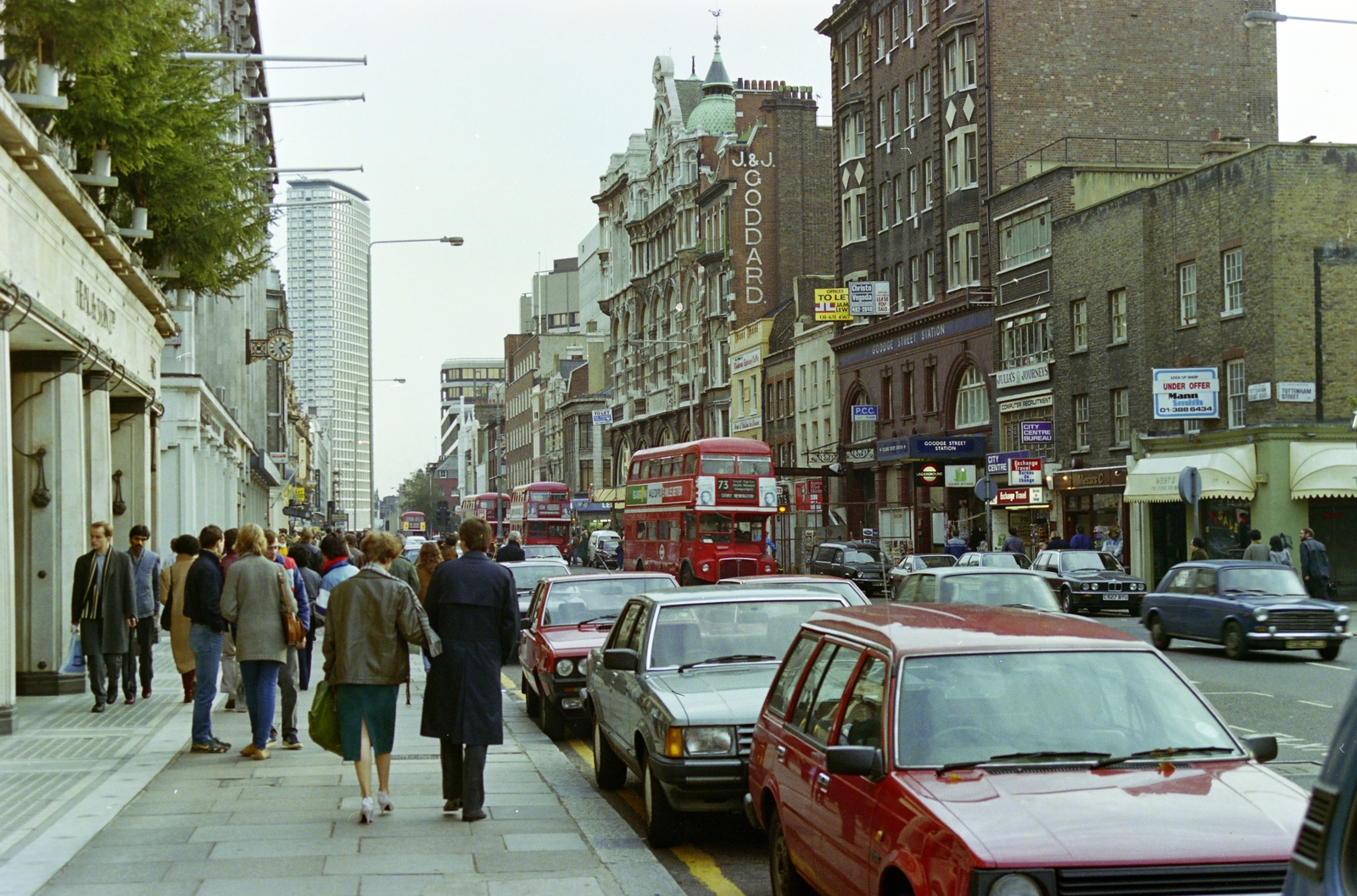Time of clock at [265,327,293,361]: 1:24
